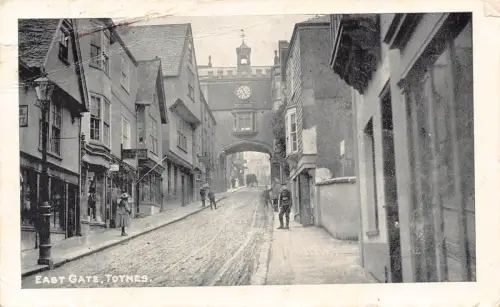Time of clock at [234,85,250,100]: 11:25
